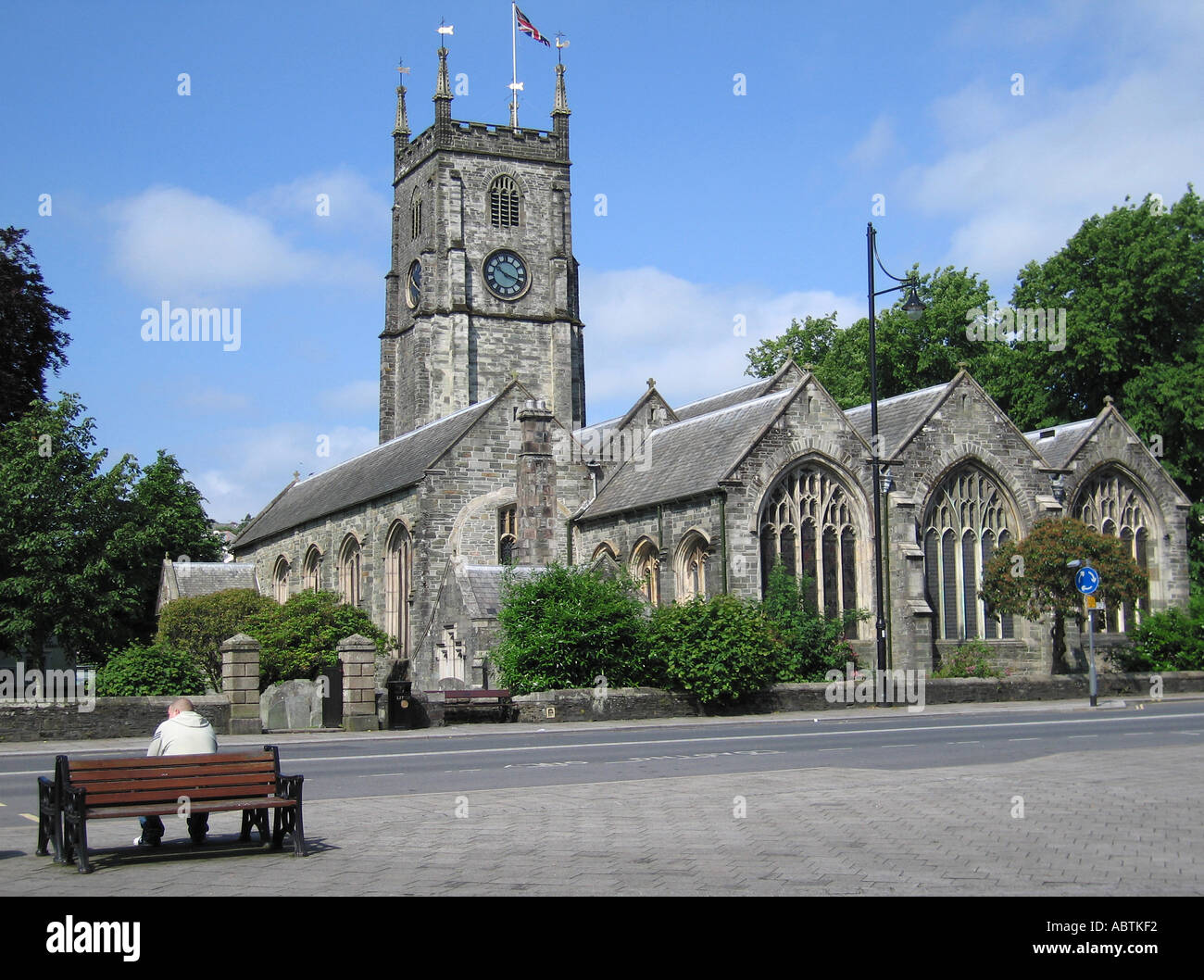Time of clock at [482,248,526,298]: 10:18
